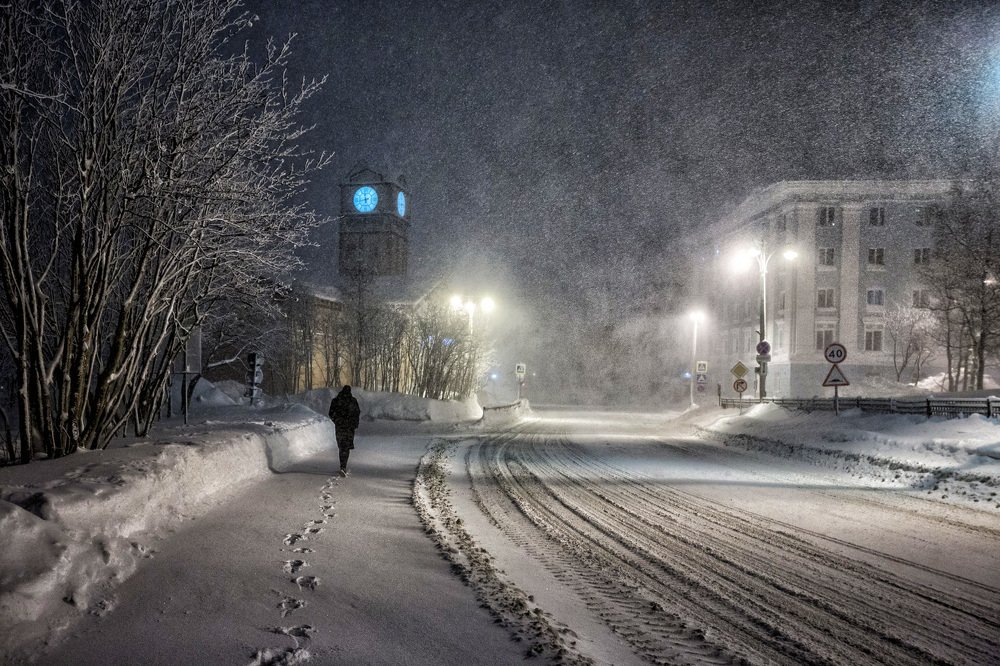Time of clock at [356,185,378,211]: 11:42
